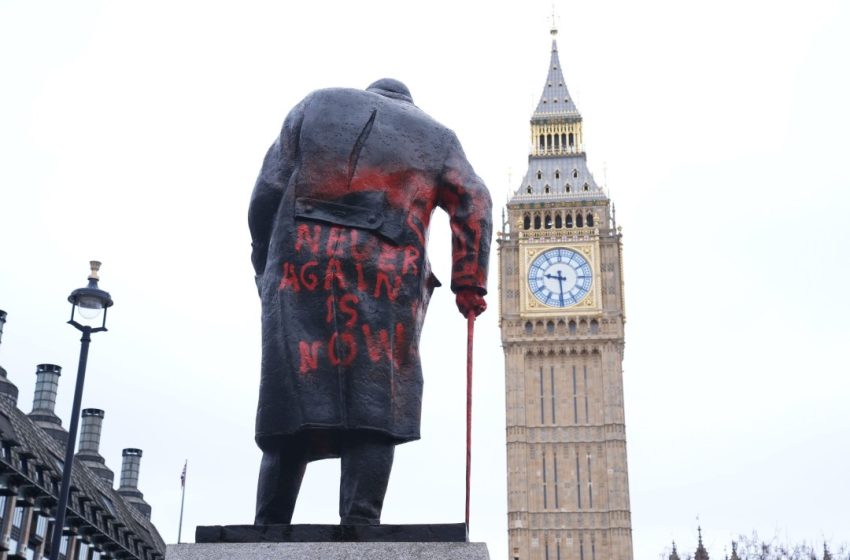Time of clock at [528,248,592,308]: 9:29
